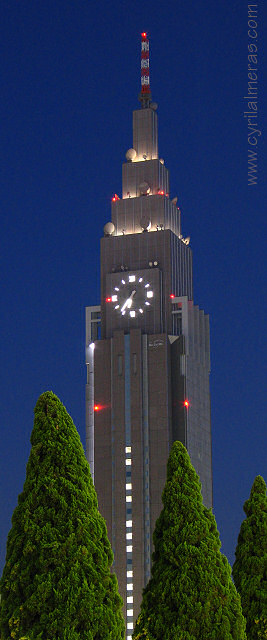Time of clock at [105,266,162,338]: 6:36
